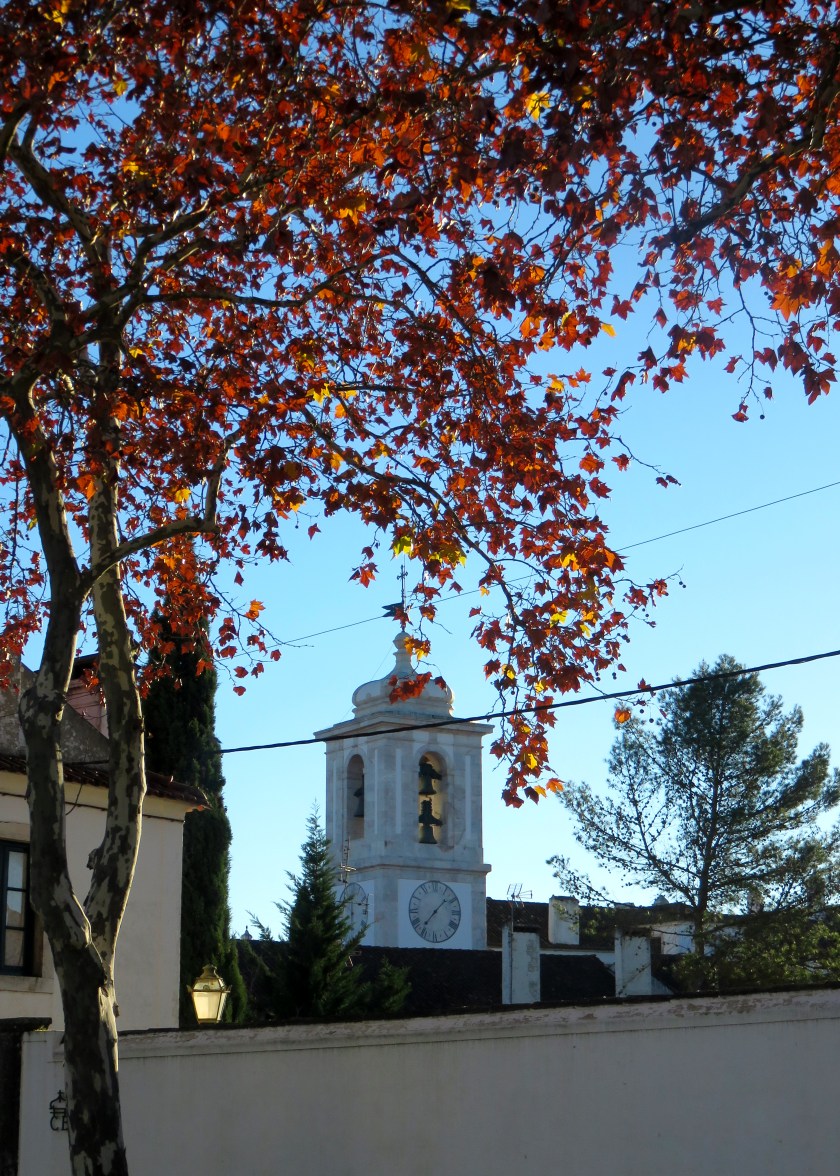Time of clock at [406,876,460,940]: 1:36
